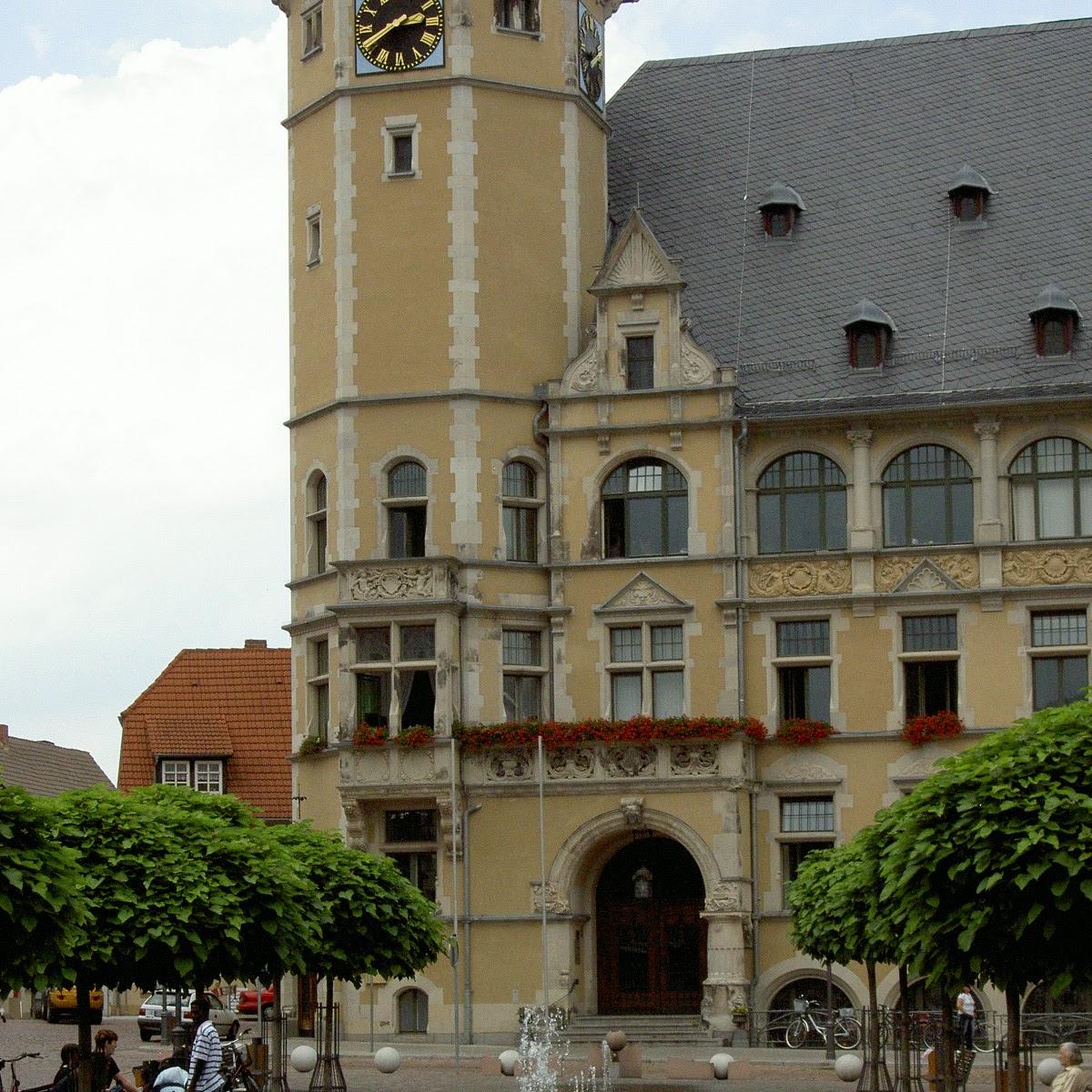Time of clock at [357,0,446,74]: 2:40
